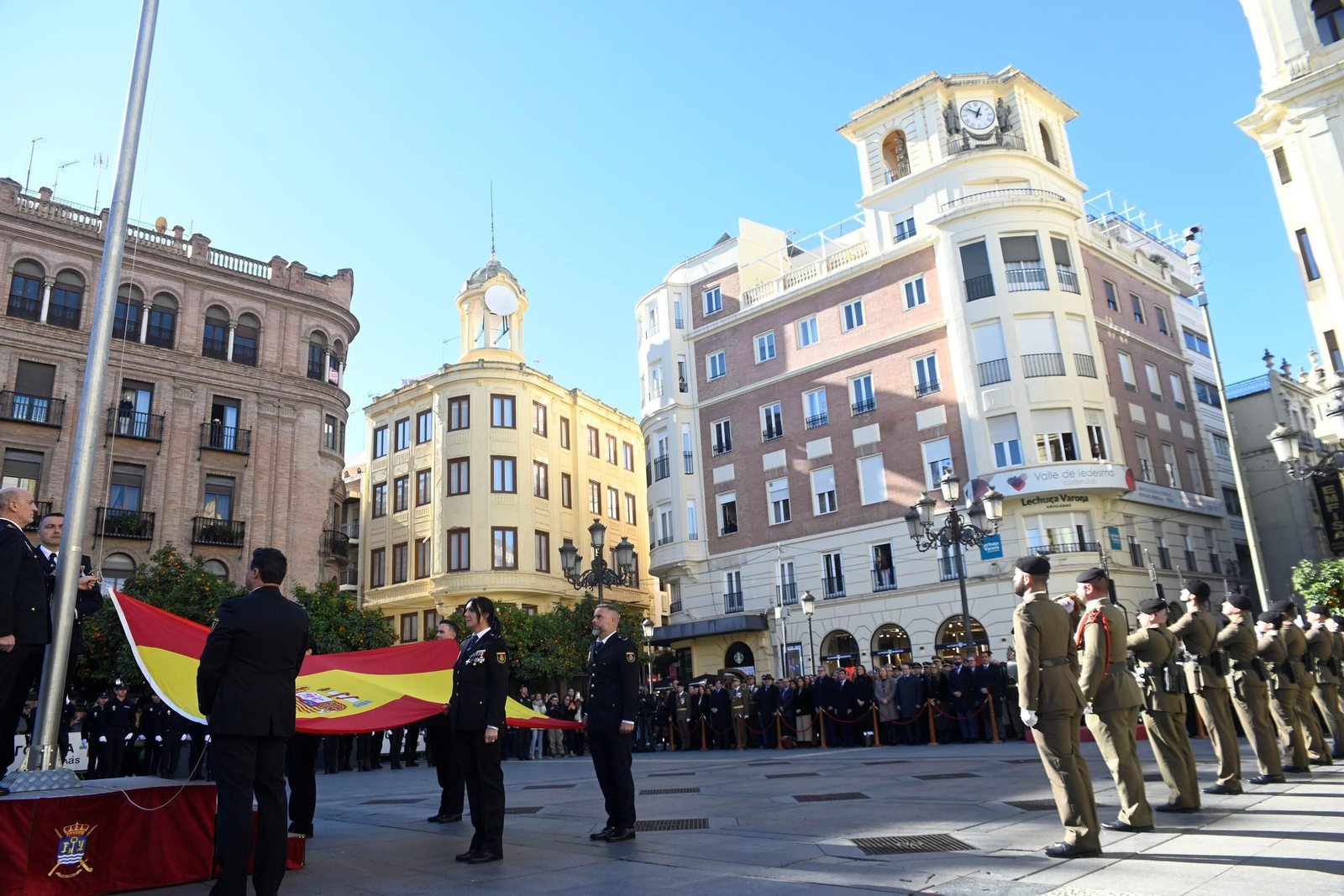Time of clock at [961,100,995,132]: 12:51
